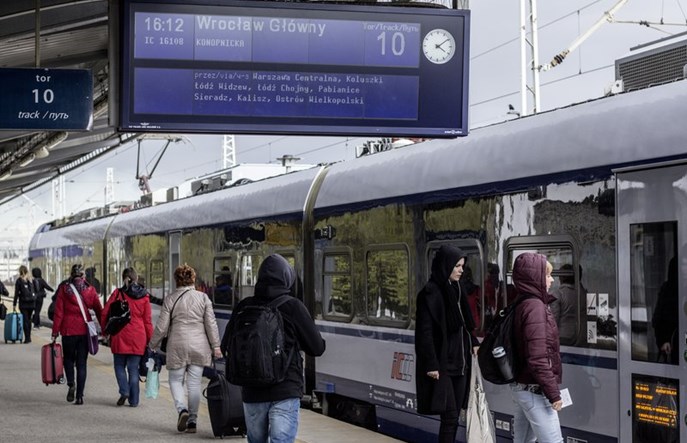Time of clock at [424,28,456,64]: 4:09
